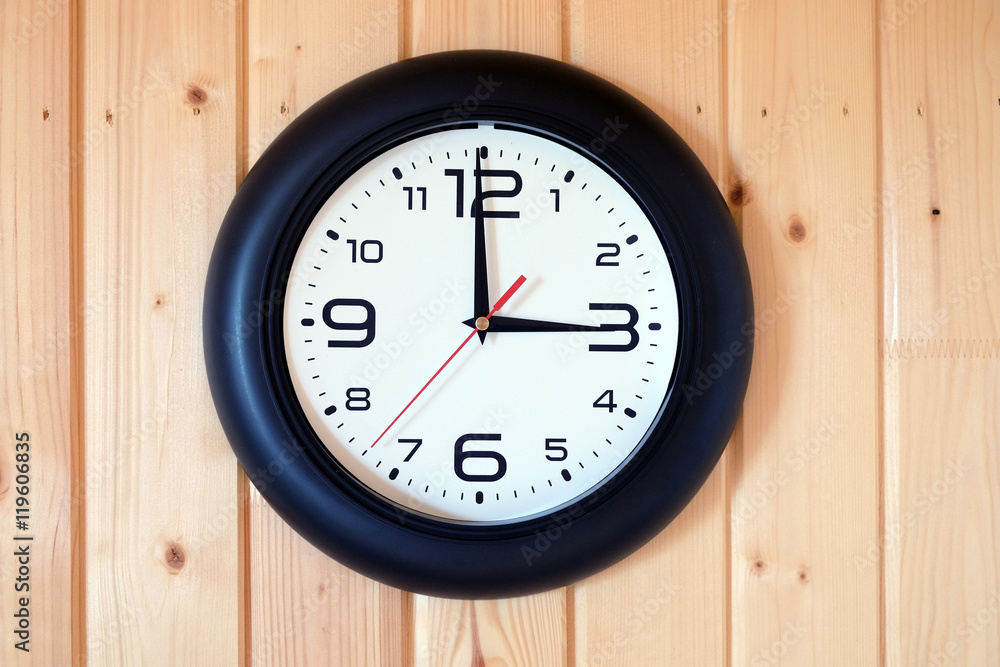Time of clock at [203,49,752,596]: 2:59
